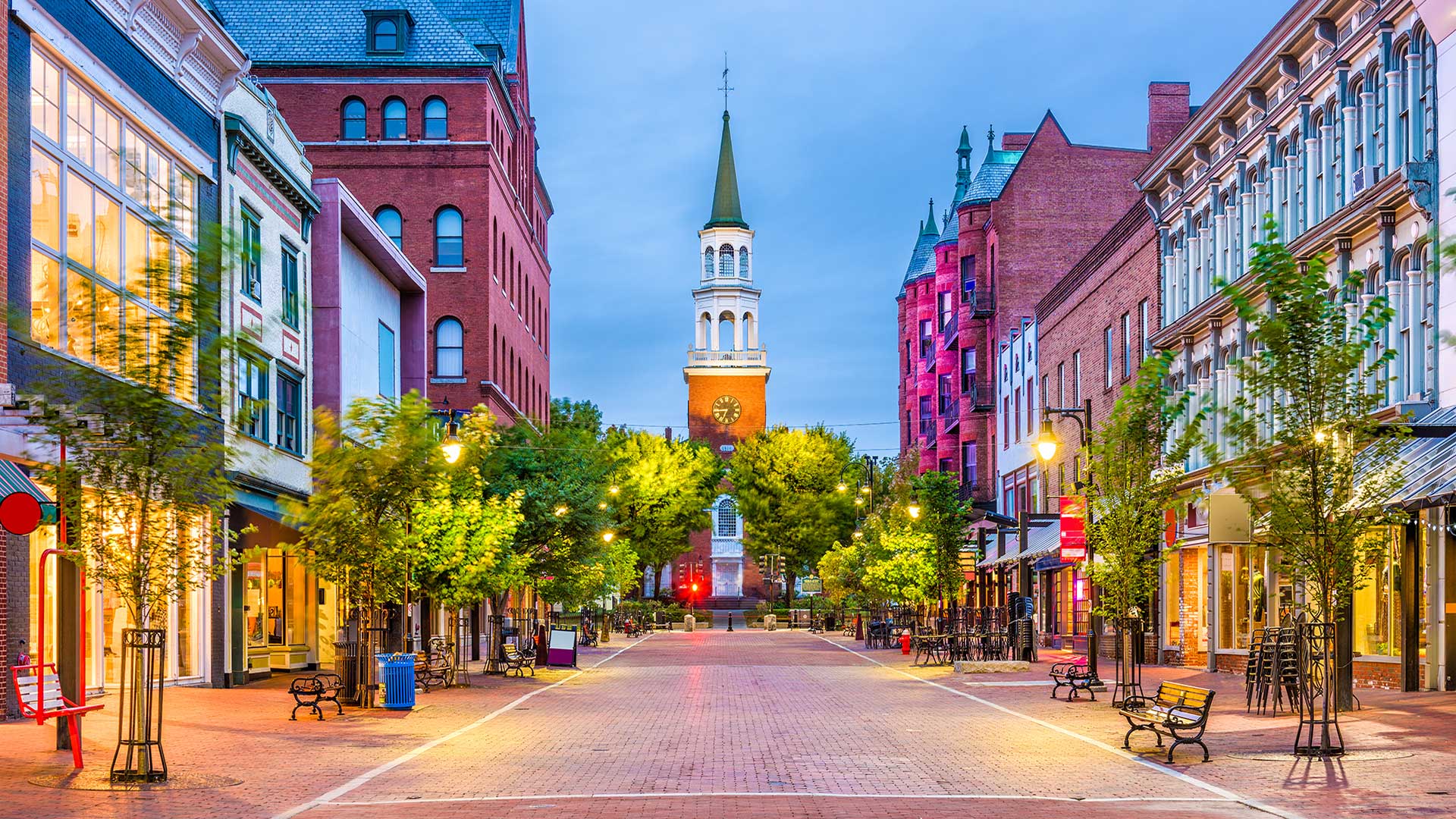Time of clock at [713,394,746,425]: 6:44
